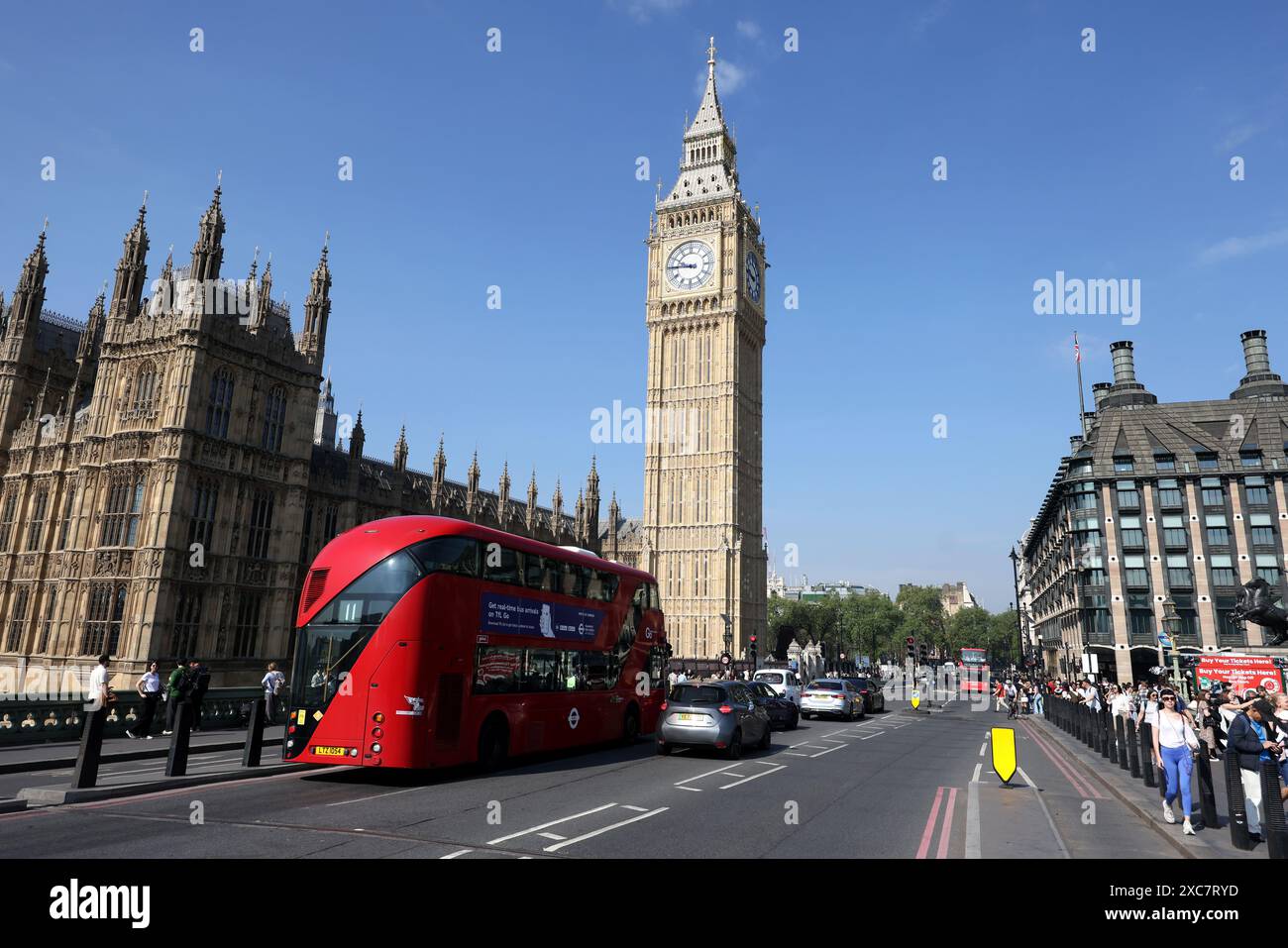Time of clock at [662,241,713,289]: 9:45
